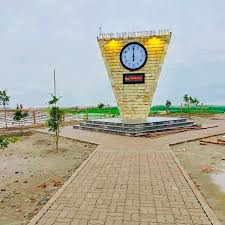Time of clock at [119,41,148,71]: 5:59
